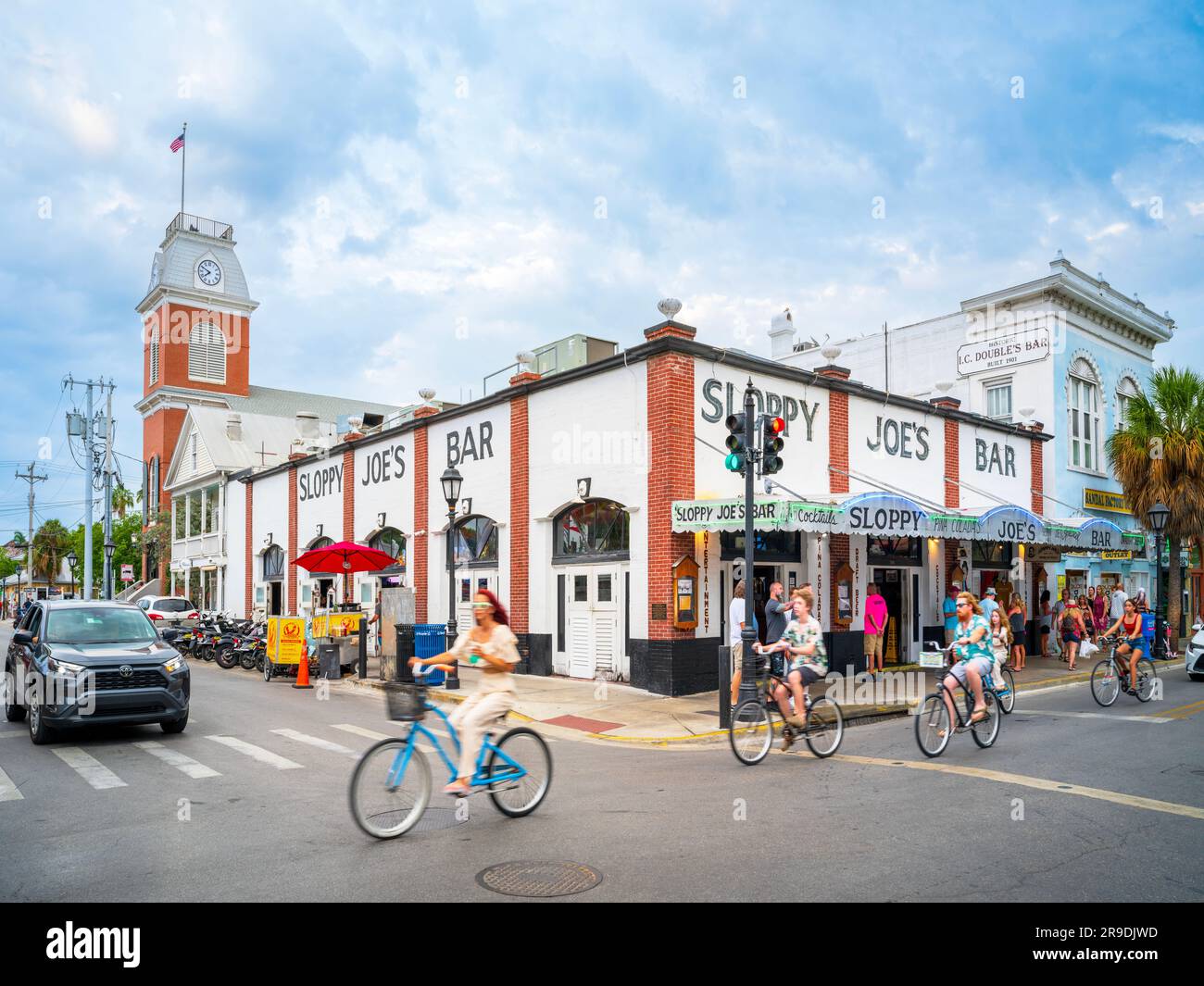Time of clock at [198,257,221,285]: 7:49
